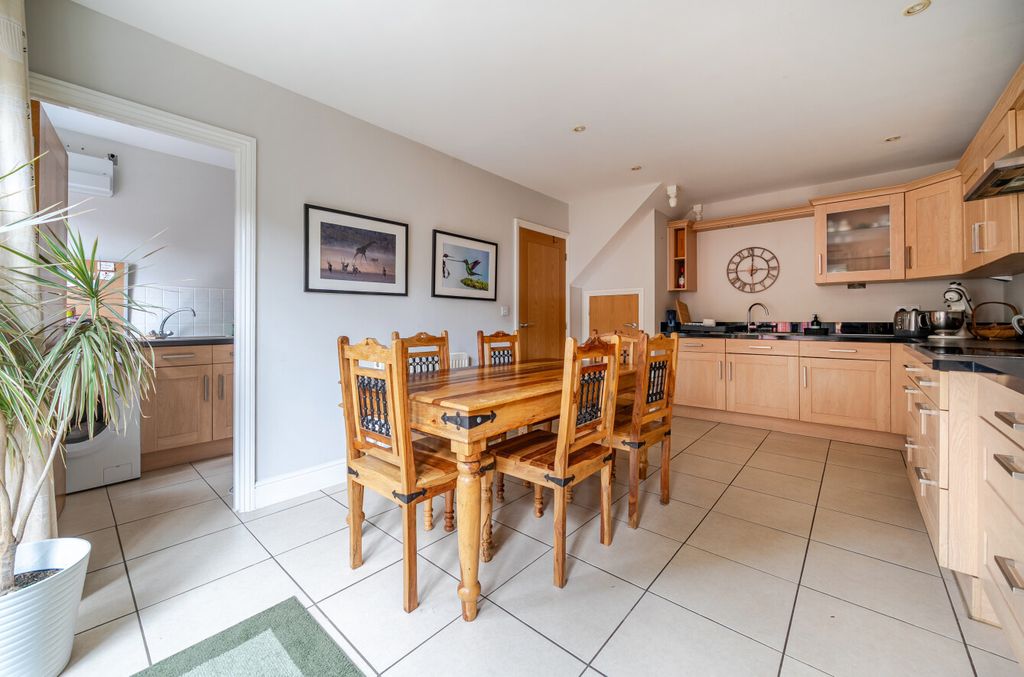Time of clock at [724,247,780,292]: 3:00
